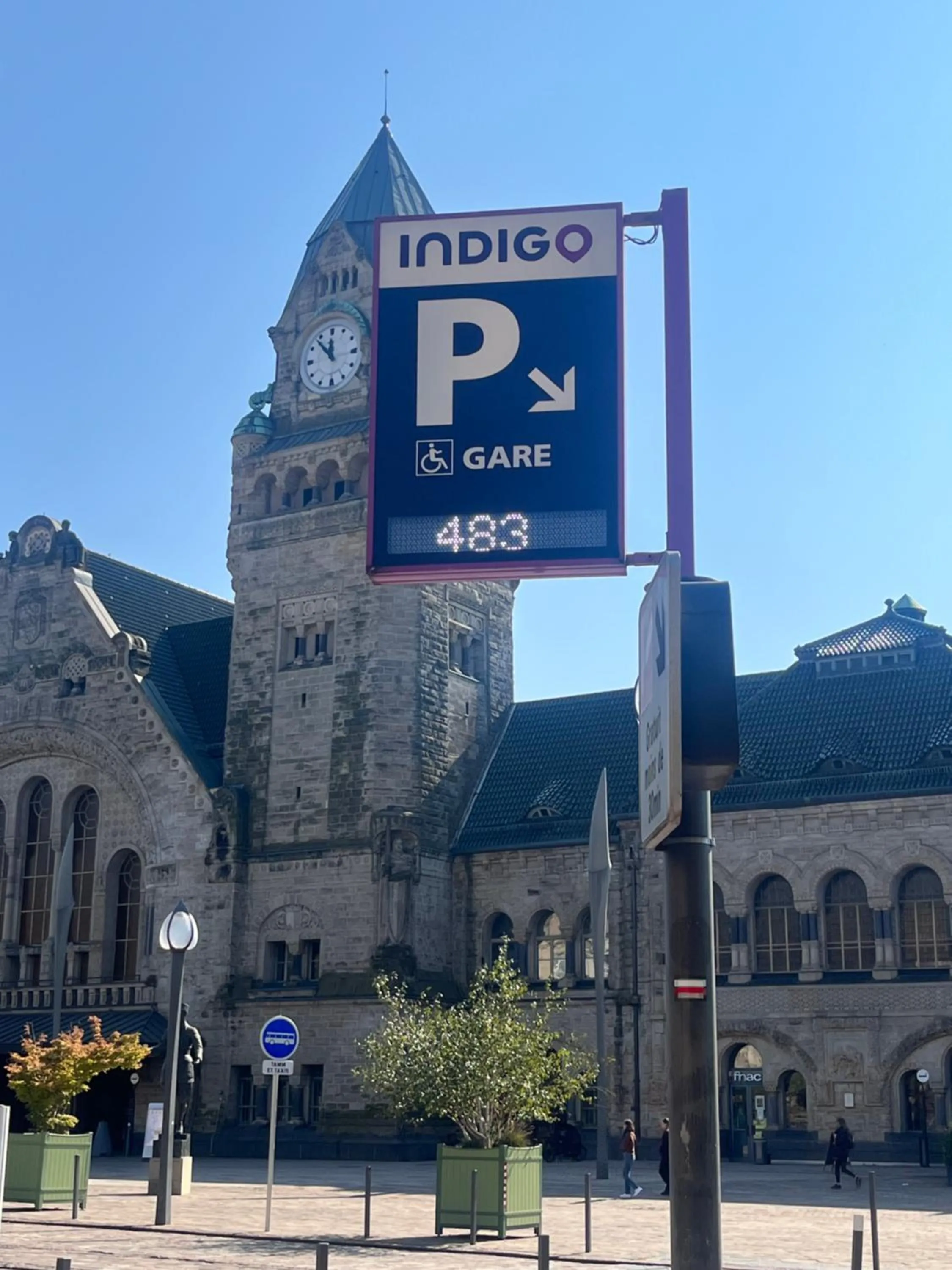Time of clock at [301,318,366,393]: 11:53
